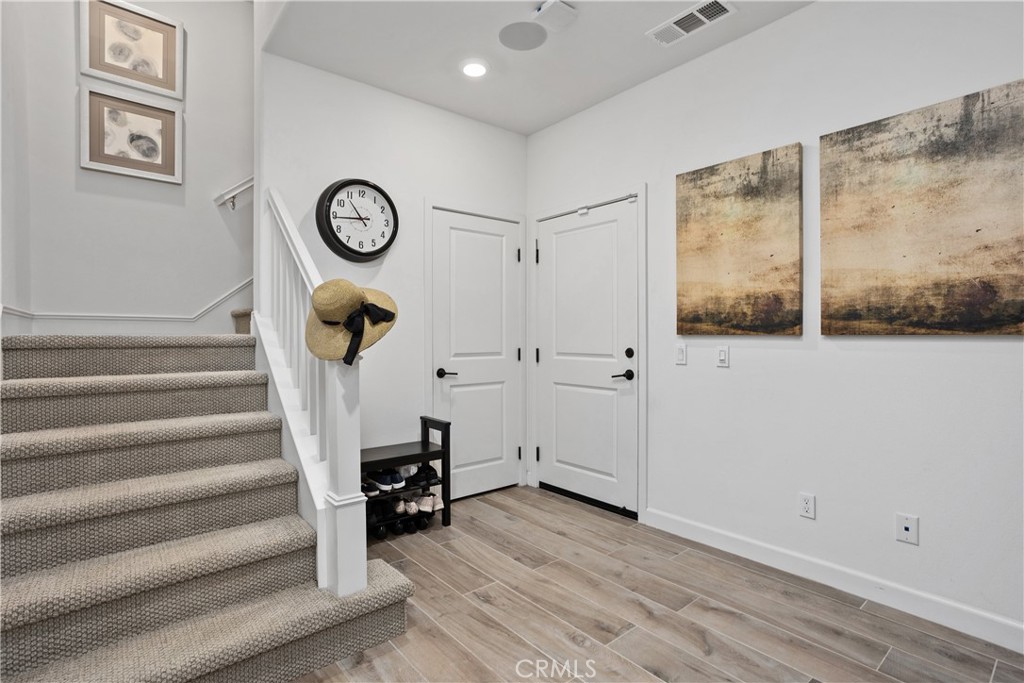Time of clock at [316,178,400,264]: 10:44
